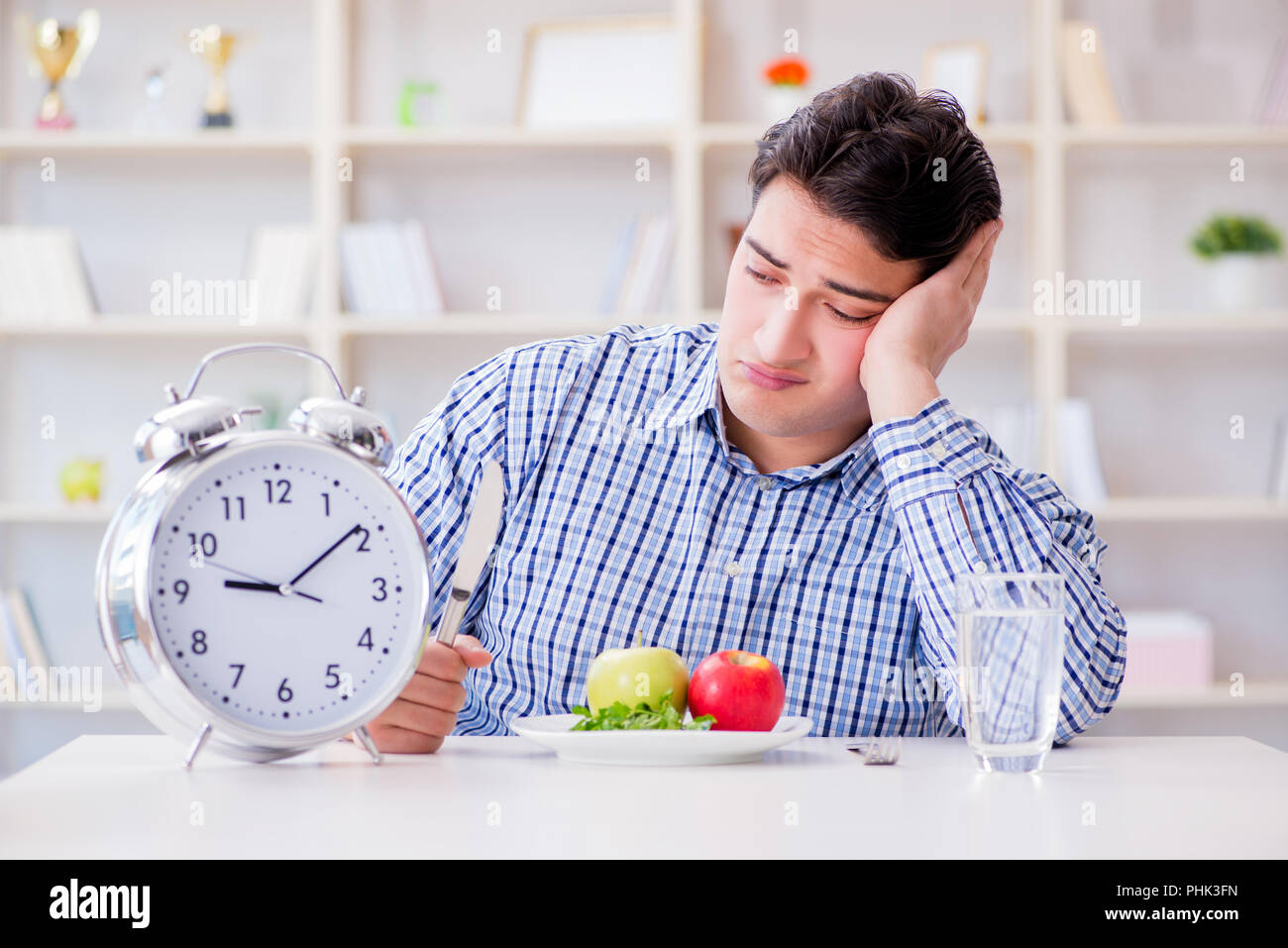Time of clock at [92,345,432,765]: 9:09
